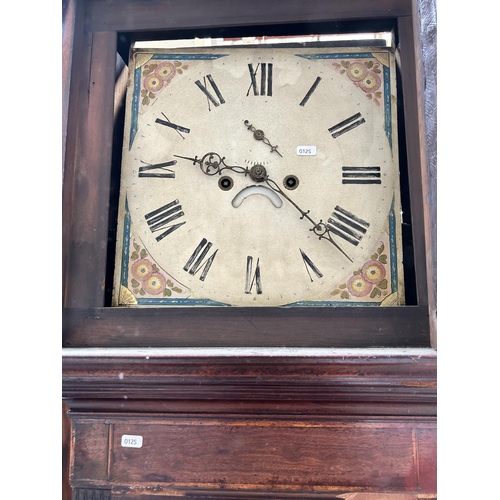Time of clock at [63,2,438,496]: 9:21
